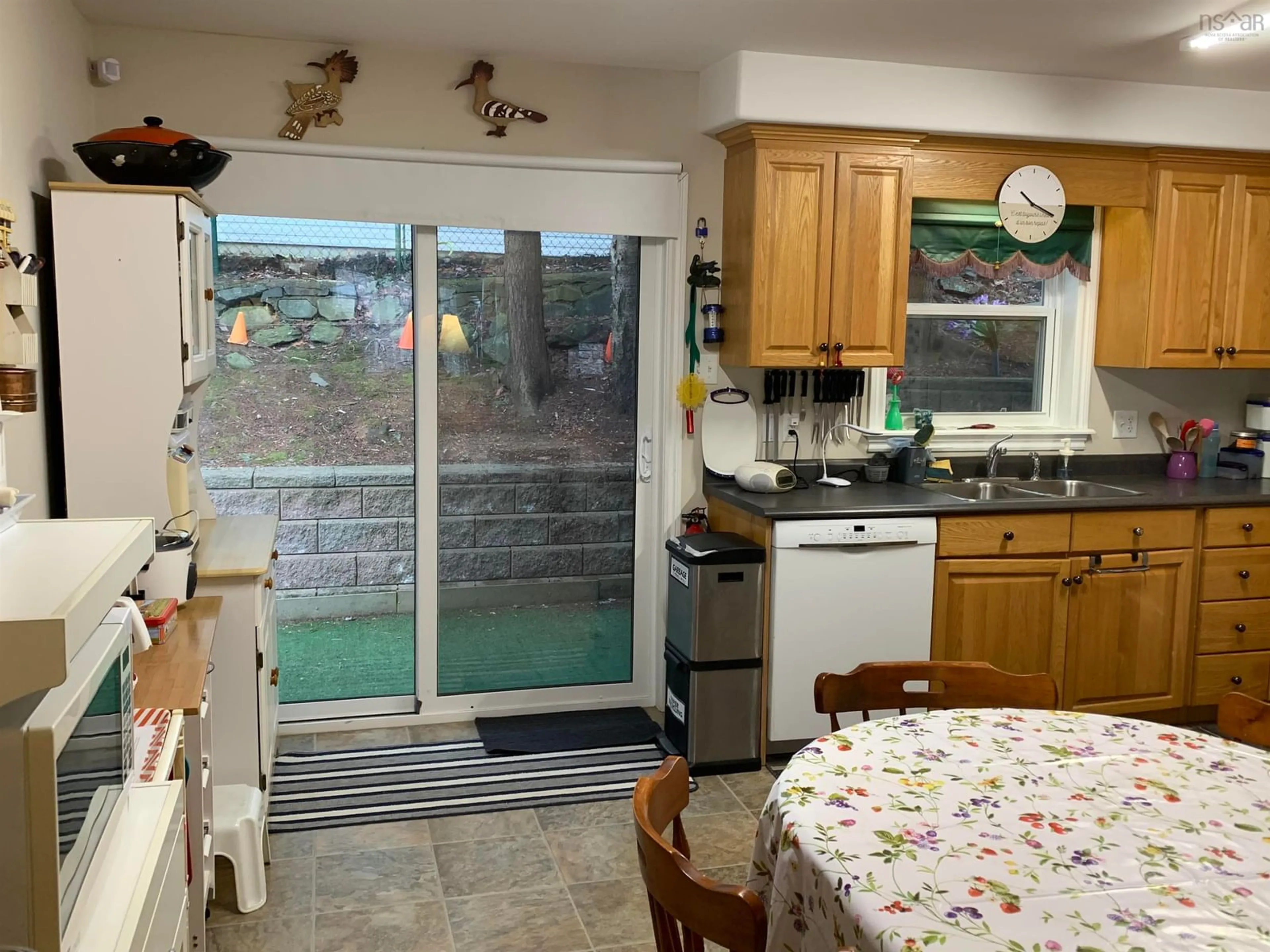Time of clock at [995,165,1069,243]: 10:18
